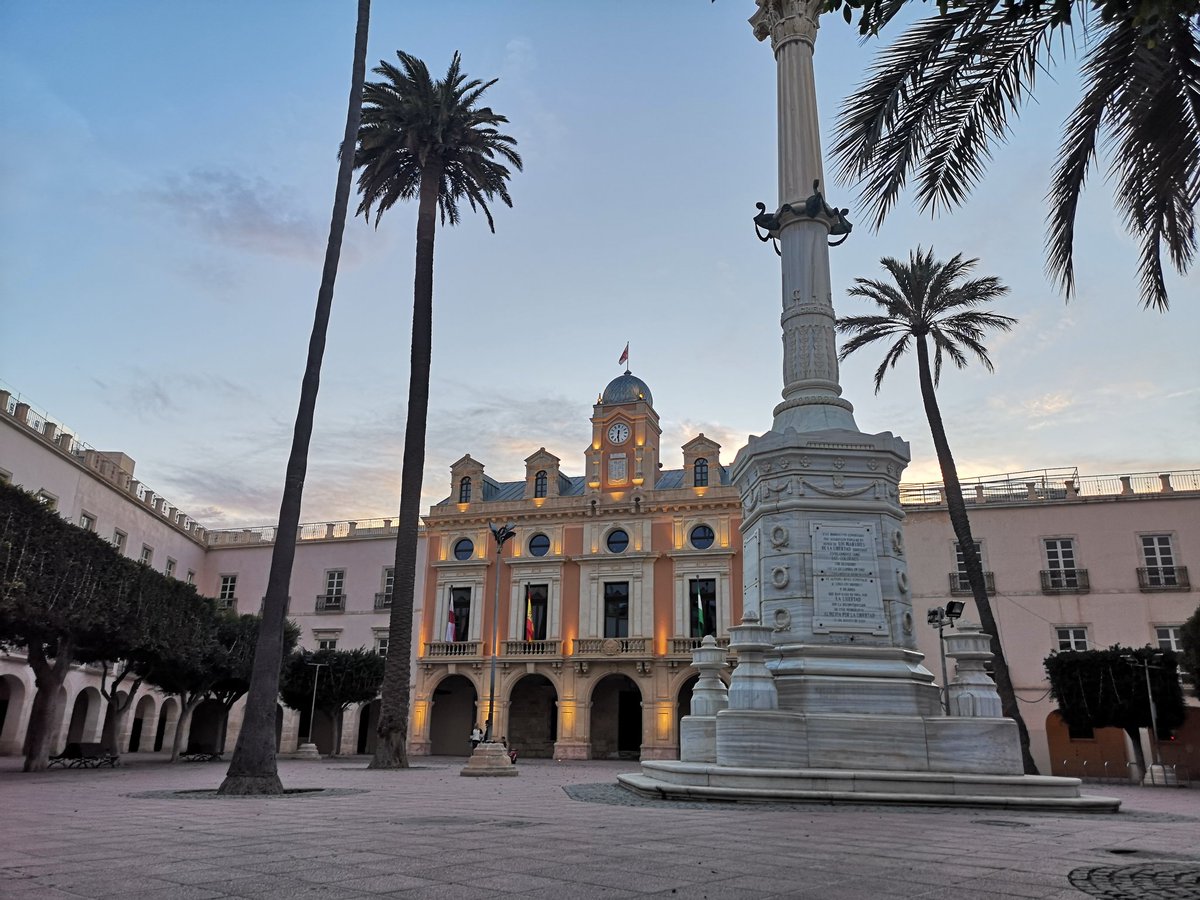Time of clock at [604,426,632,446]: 6:29
